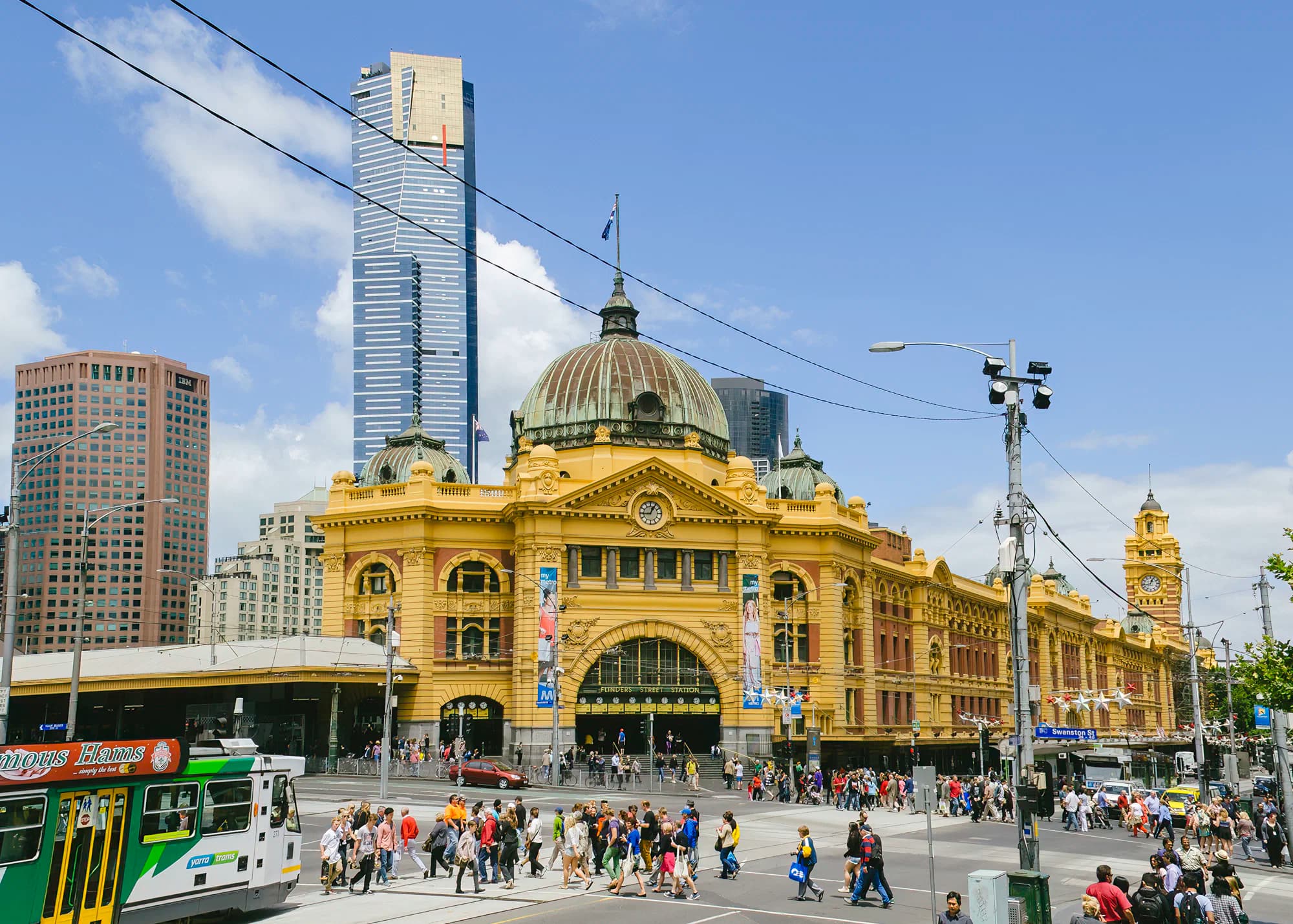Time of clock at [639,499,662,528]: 12:44
